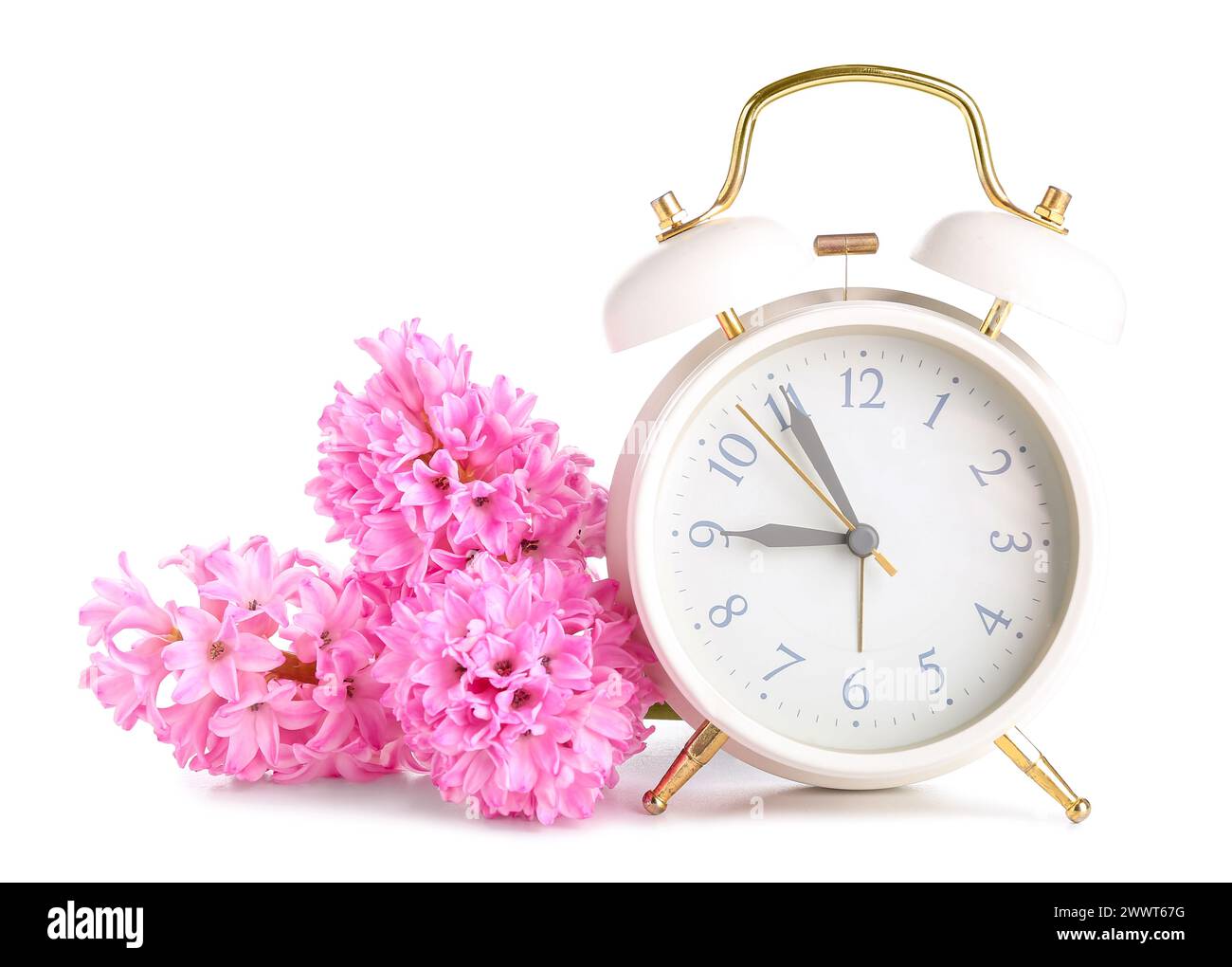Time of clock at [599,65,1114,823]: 8:55
